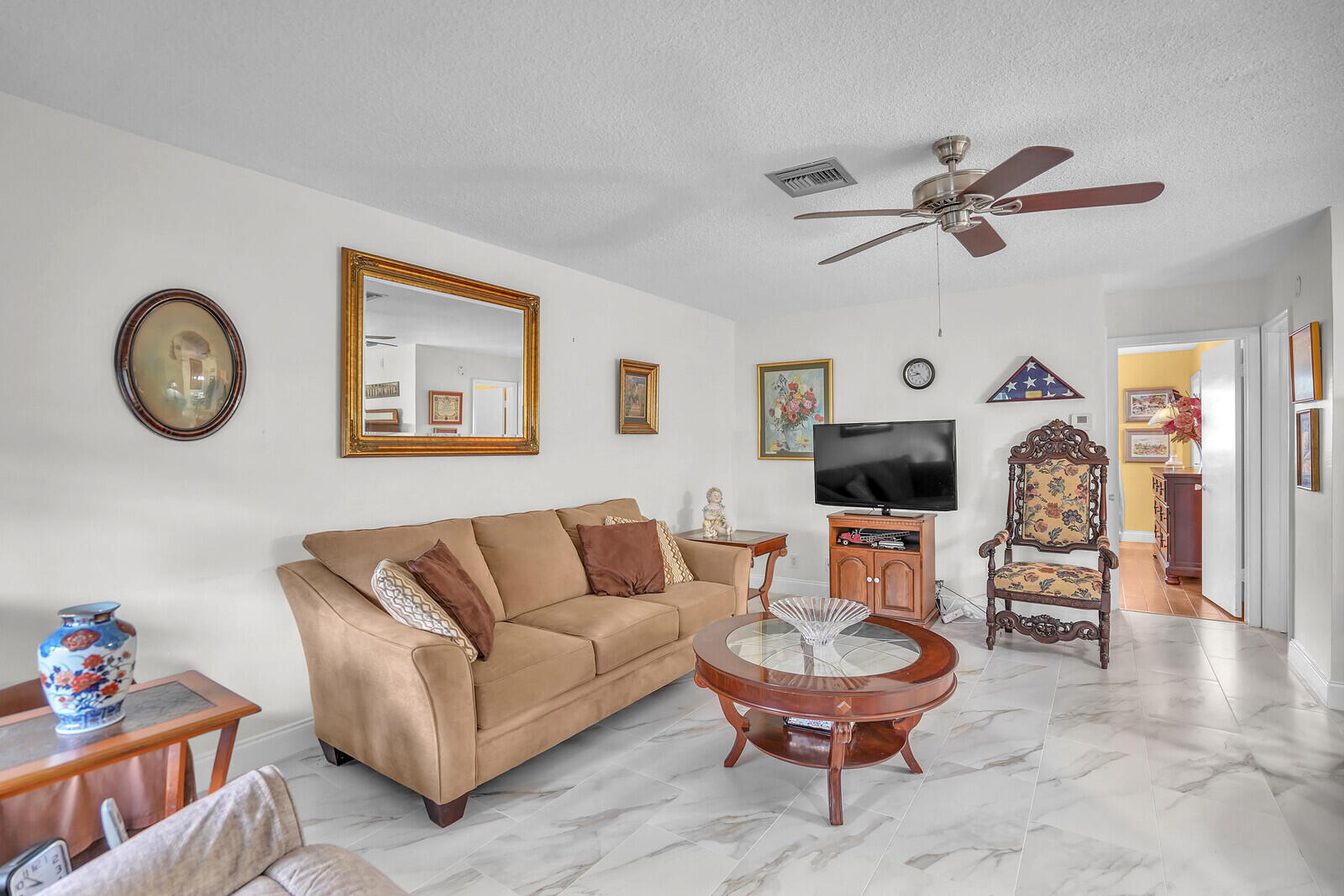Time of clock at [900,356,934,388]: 9:43
